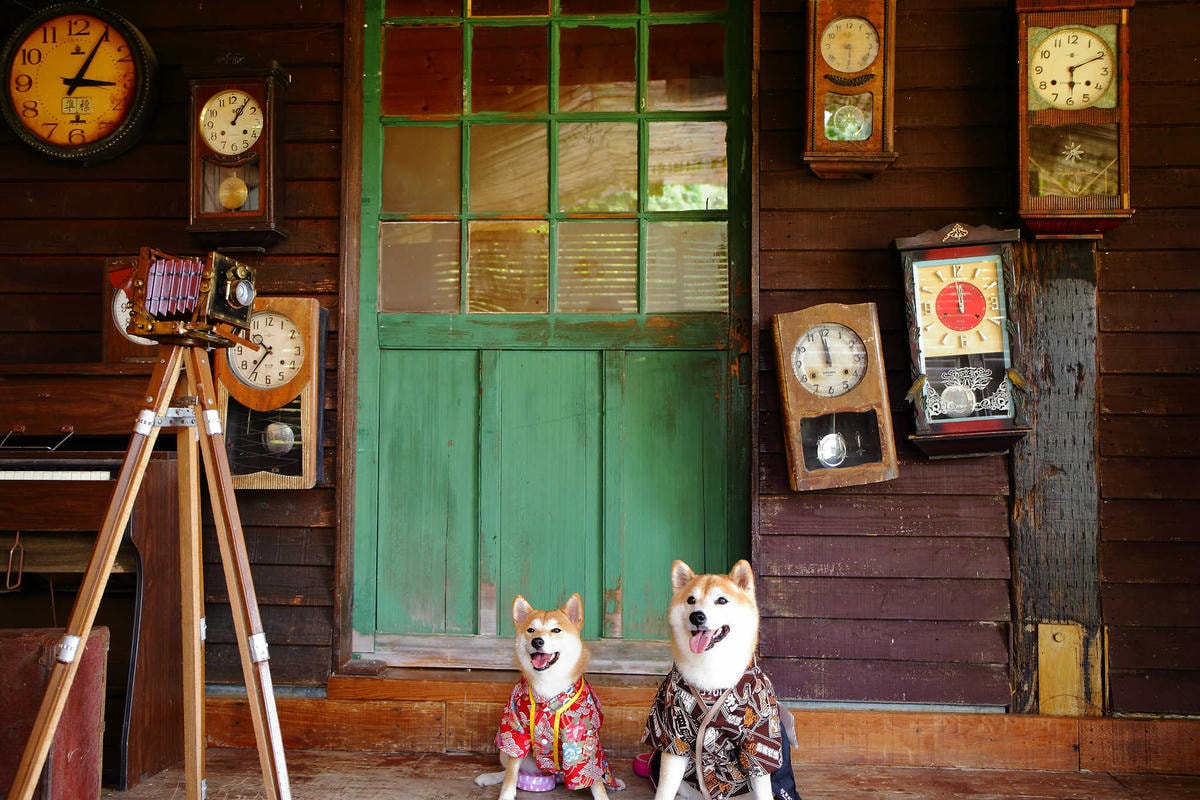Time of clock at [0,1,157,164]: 3:05
